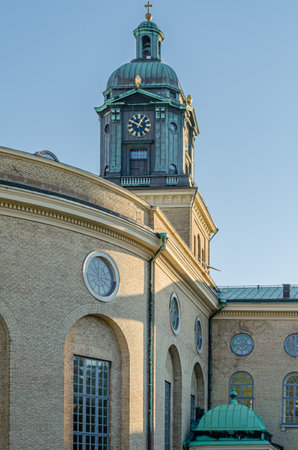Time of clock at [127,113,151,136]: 12:49
